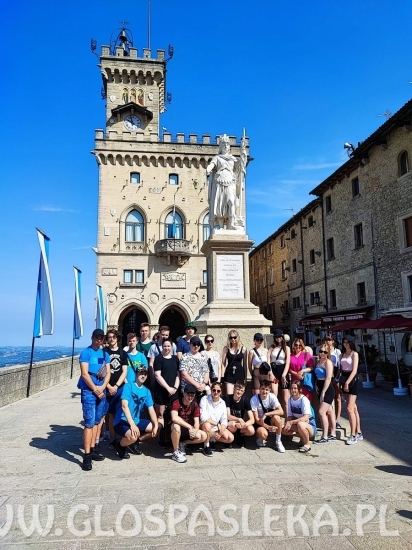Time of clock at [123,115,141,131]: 9:57
